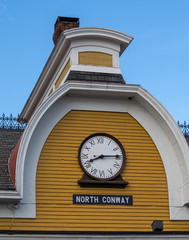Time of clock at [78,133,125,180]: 8:14
